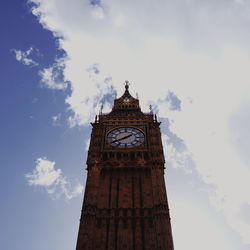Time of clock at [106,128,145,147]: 1:40
